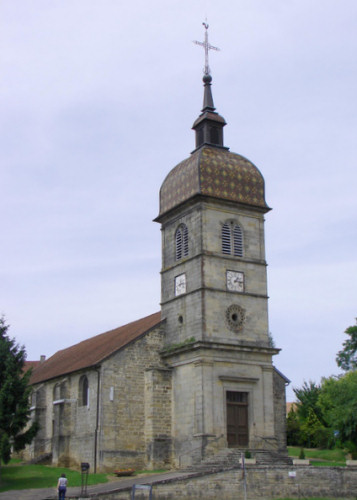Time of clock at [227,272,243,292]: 1:16
